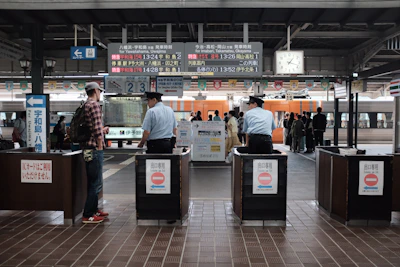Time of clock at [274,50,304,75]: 1:18
